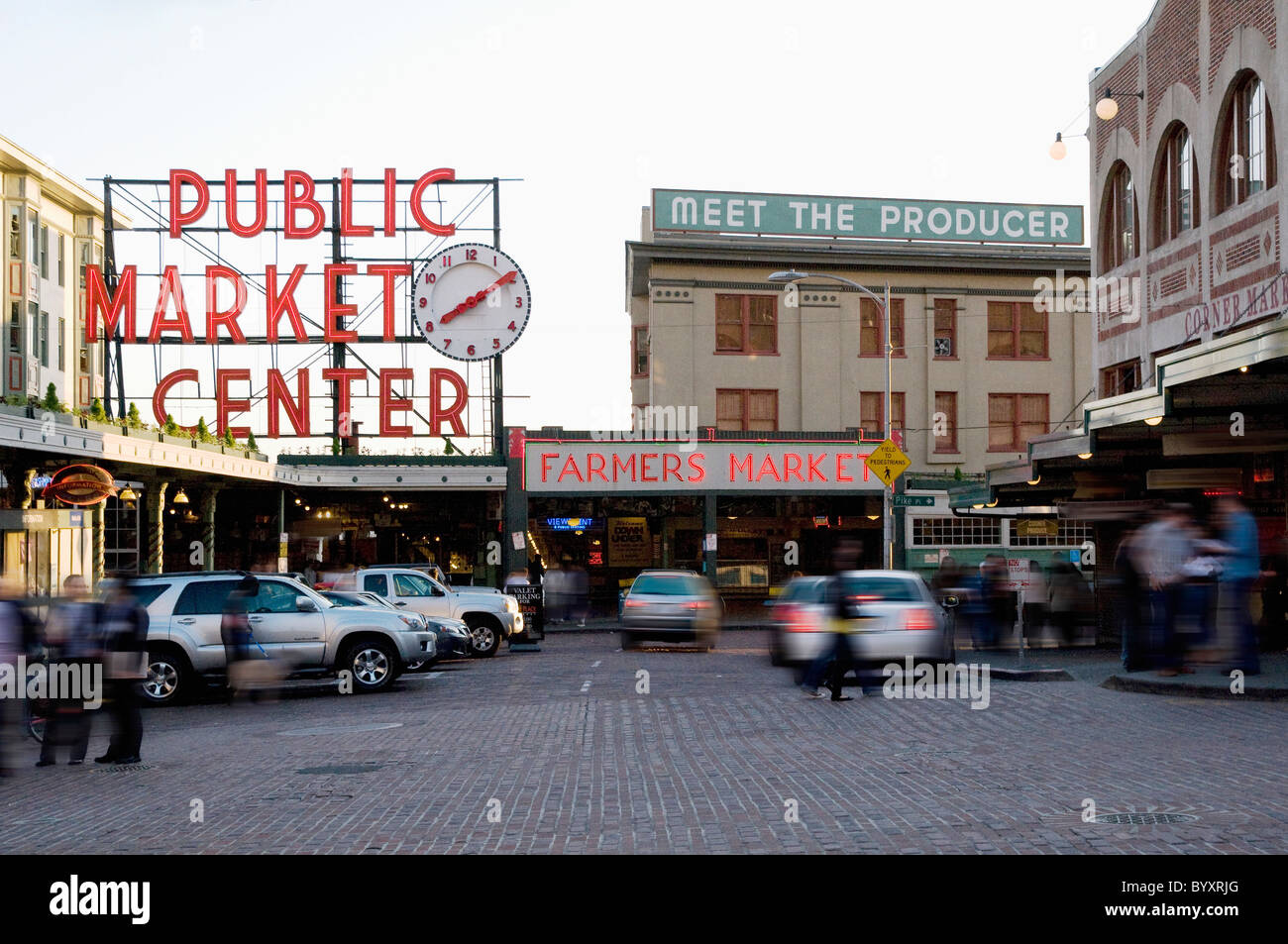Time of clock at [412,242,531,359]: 8:09
